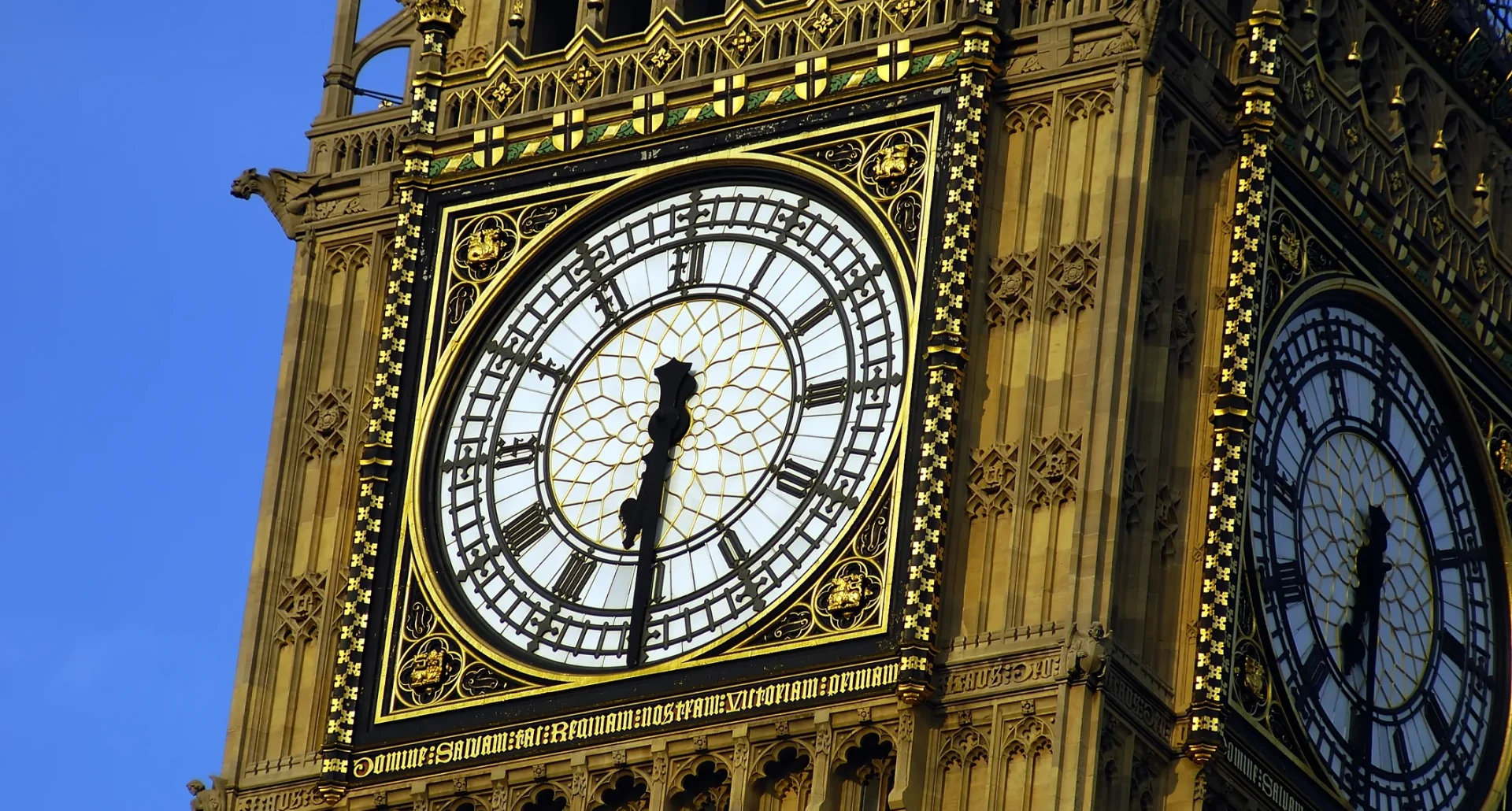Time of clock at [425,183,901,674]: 6:30
